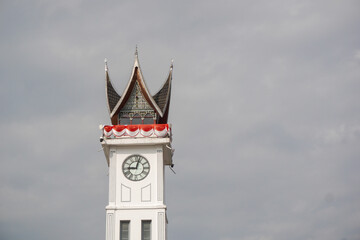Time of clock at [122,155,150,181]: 9:02
